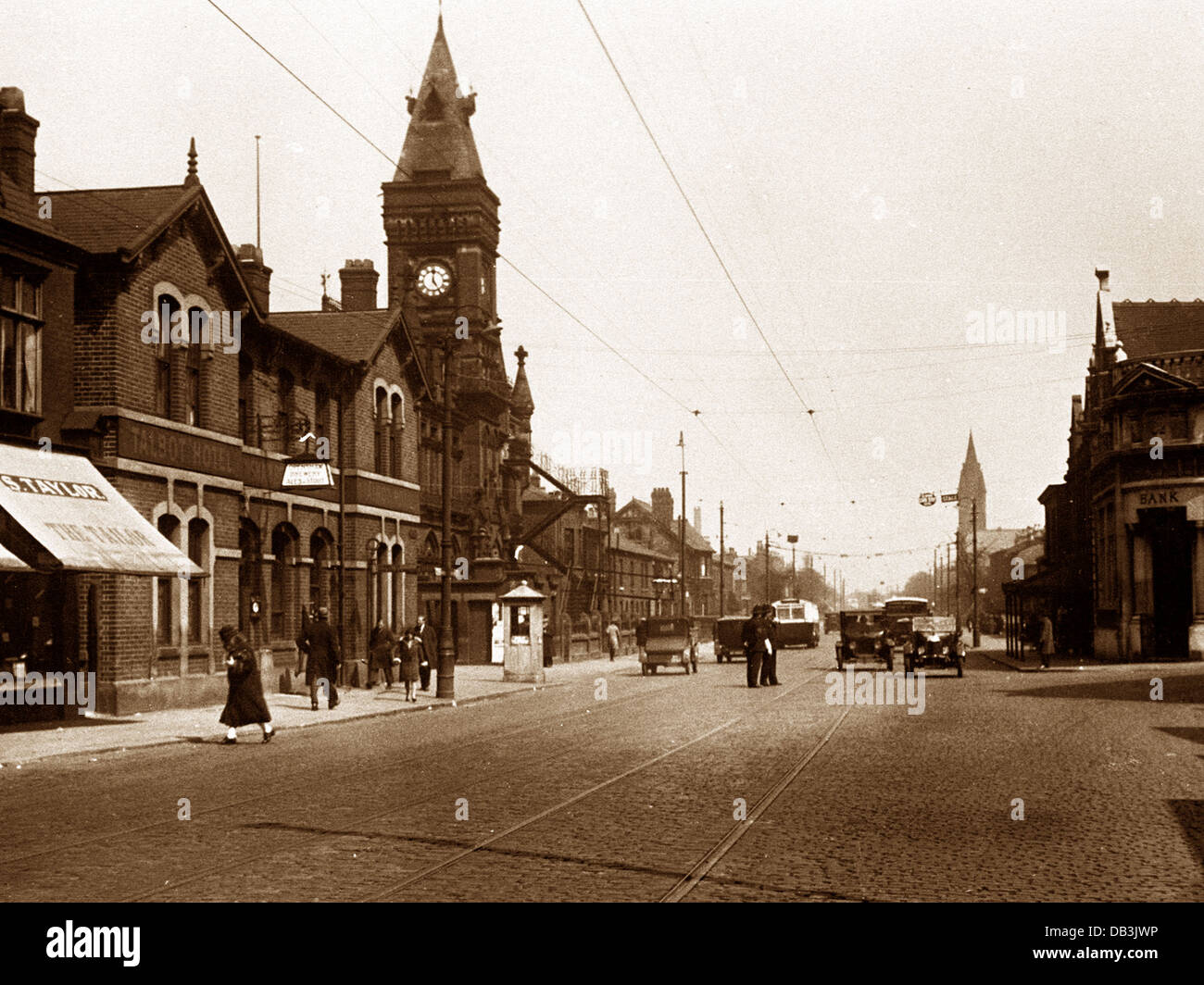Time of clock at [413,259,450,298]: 5:00
